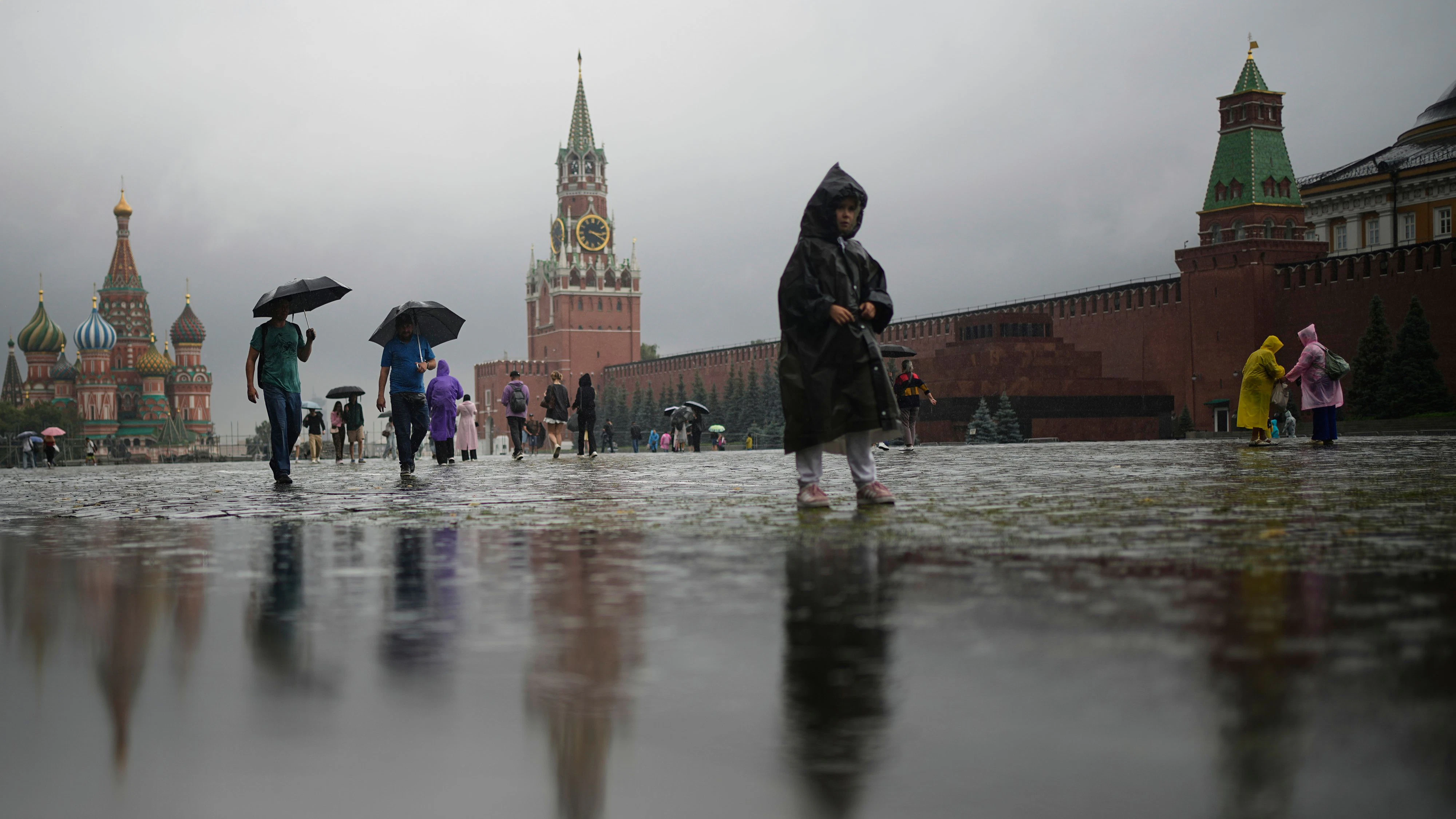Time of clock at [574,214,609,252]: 3:20
